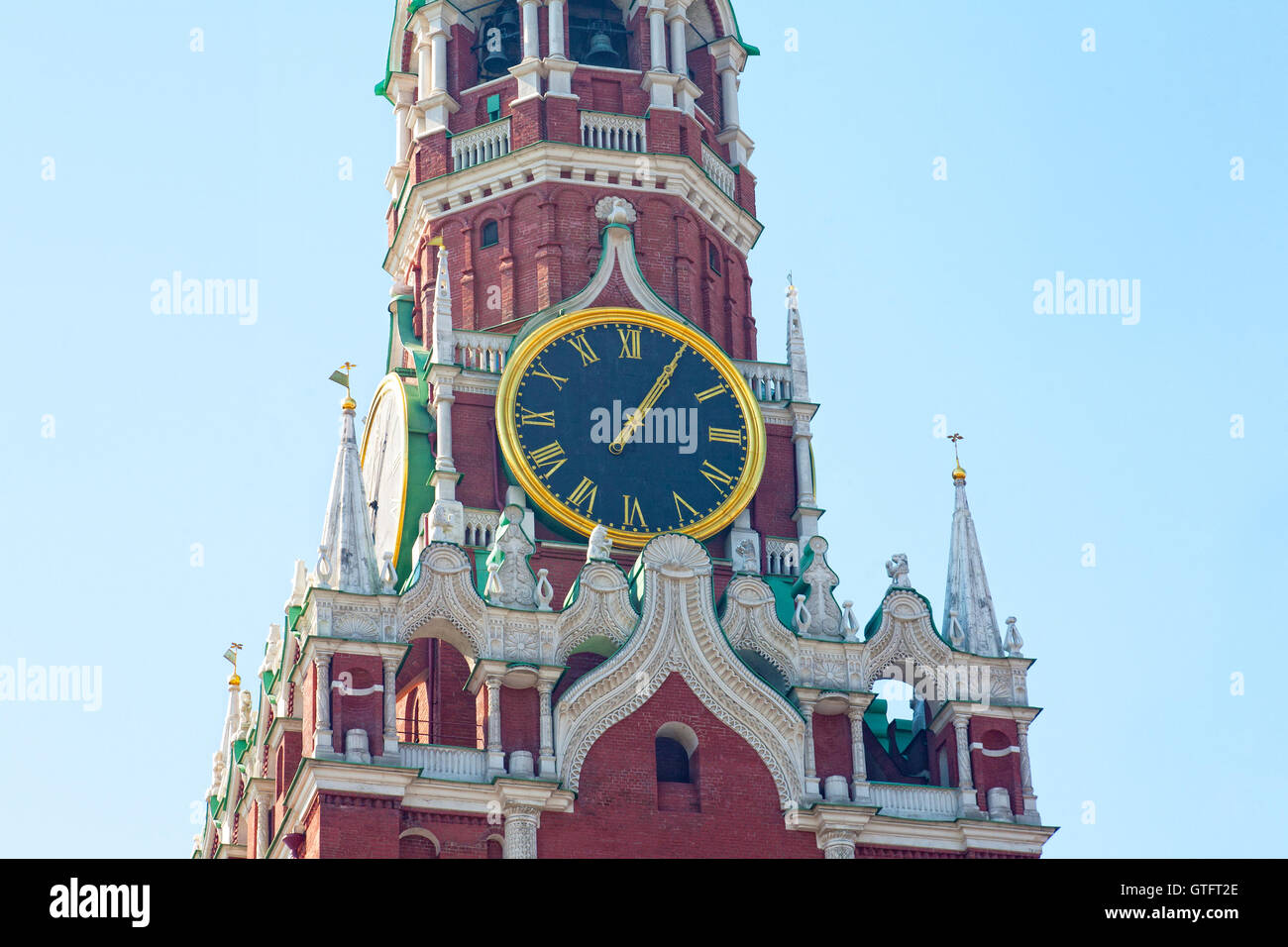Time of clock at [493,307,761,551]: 1:05
